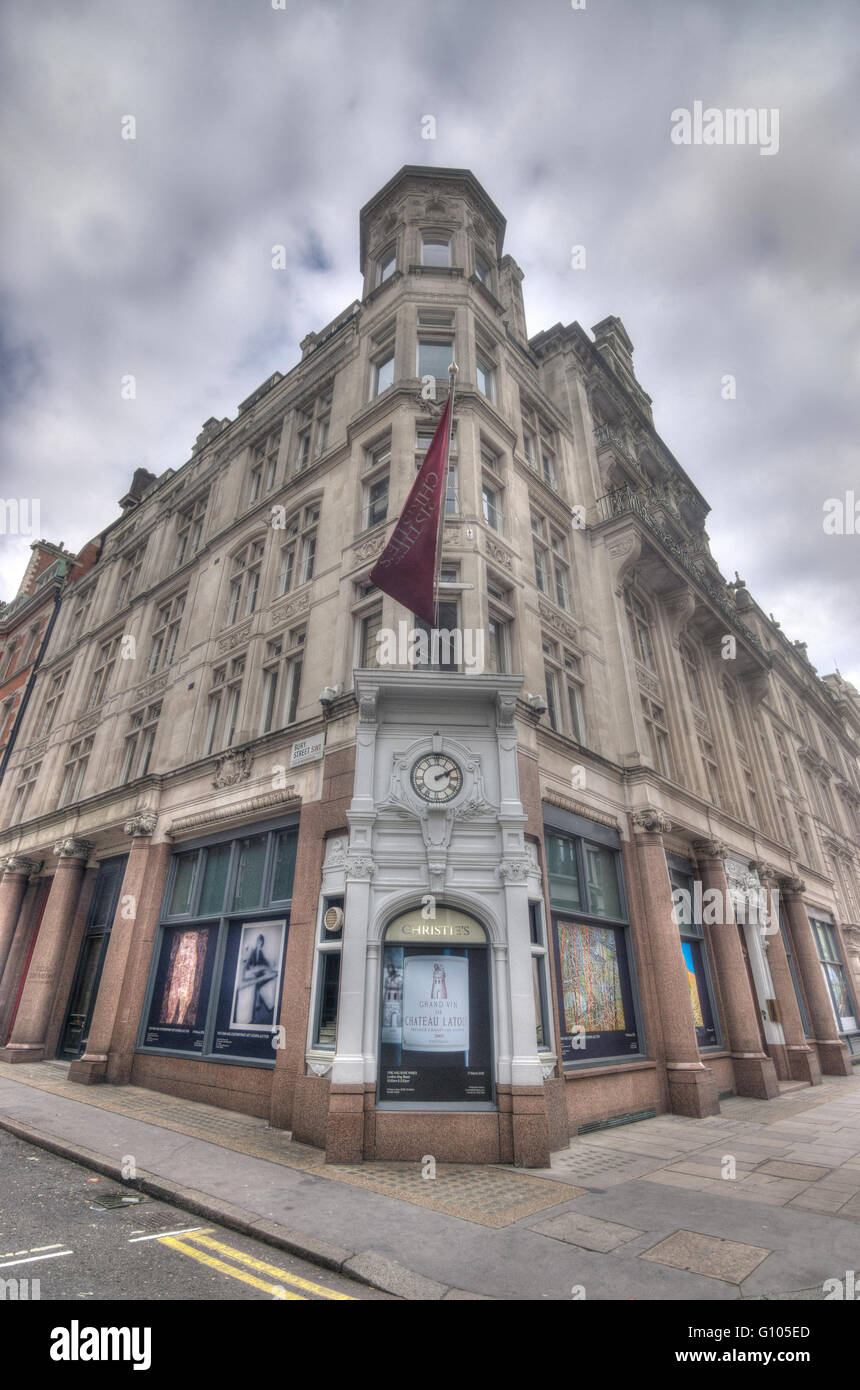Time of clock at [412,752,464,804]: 2:10
